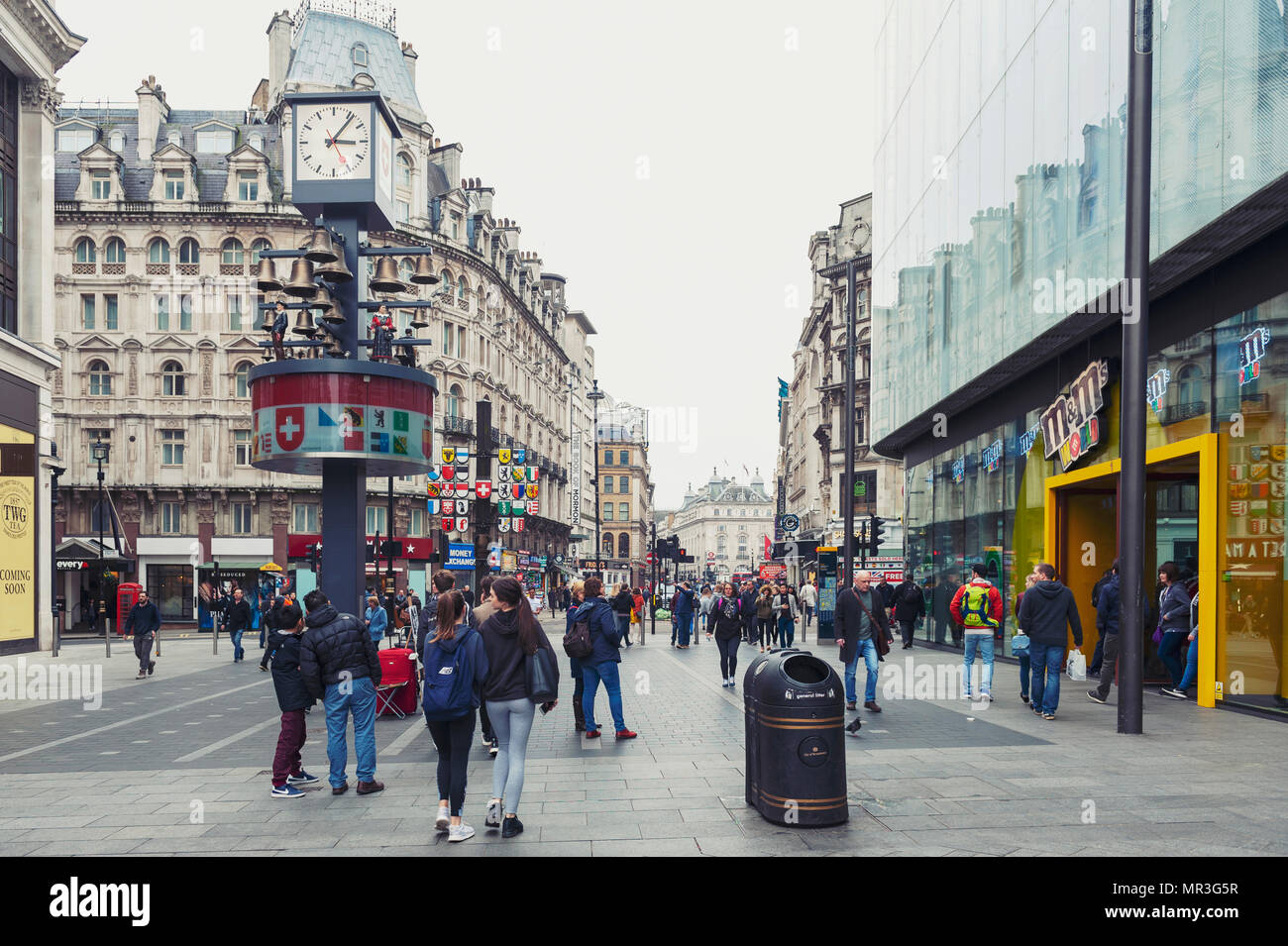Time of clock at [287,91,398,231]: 3:06
